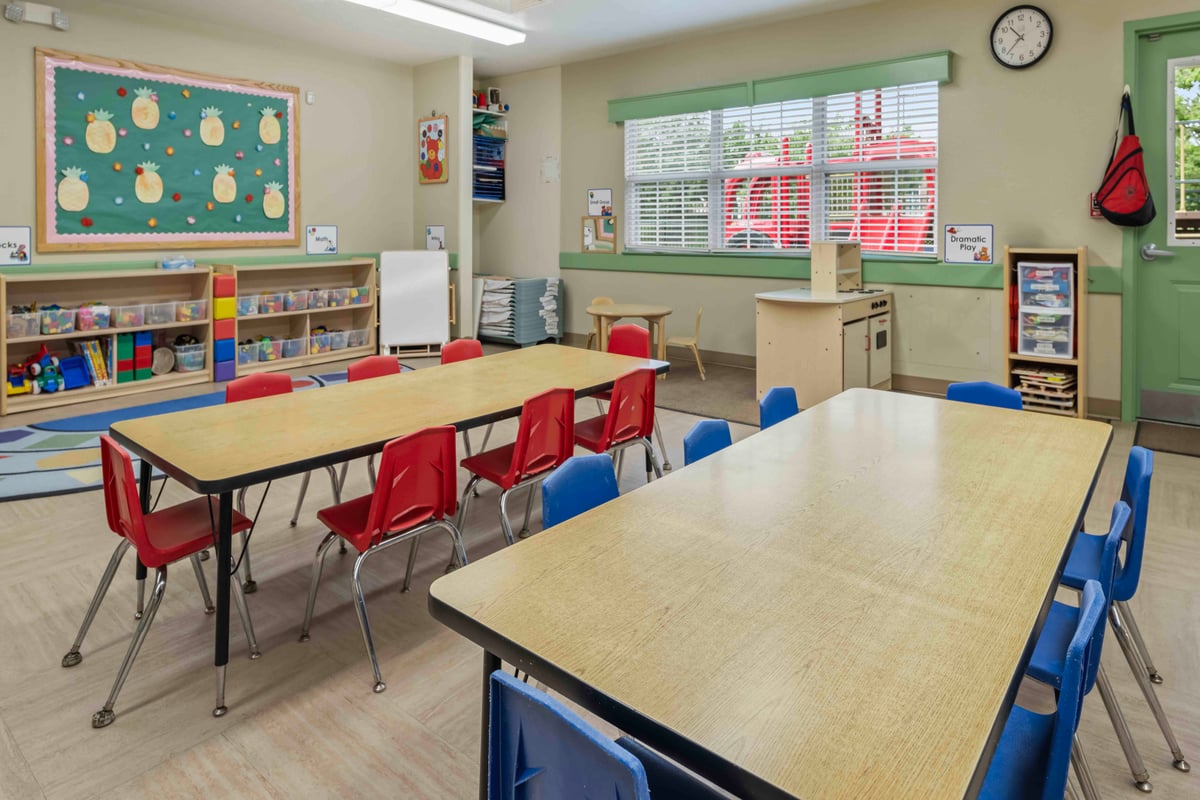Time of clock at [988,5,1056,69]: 10:37
